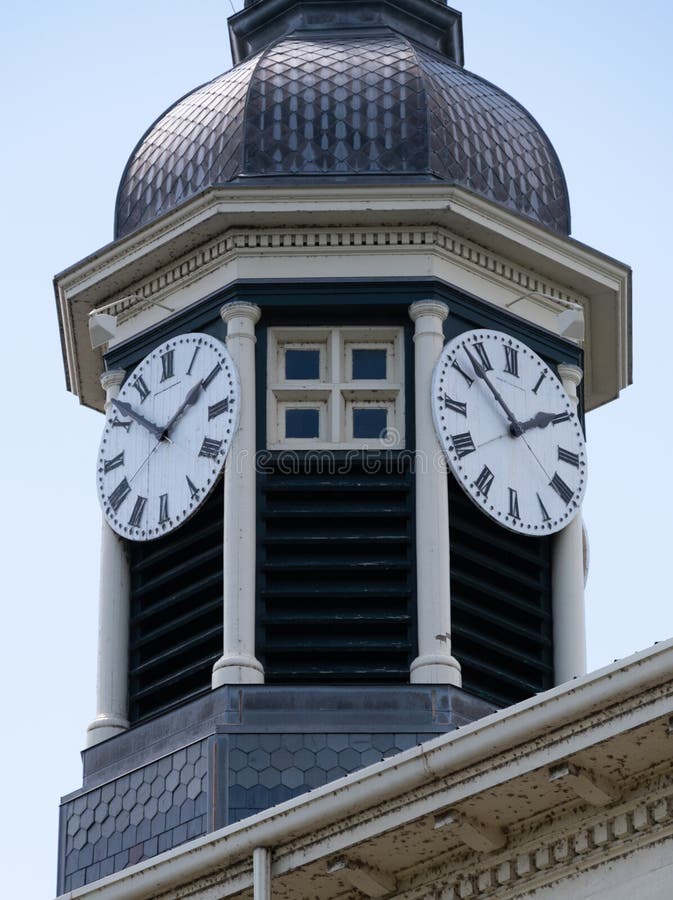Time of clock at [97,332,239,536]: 1:51
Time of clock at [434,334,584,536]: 1:52
